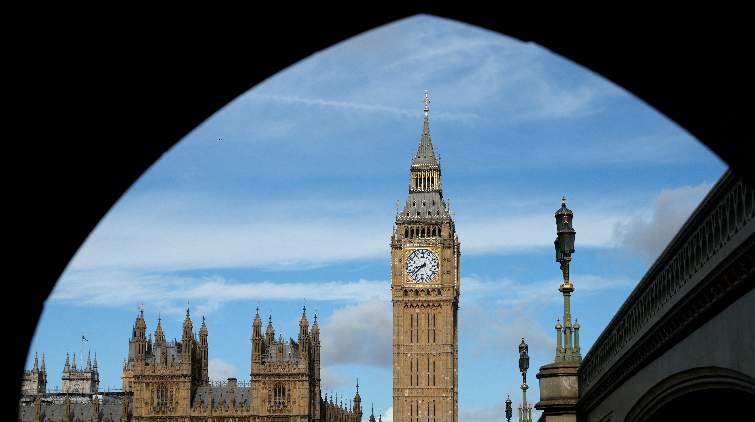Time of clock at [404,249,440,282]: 8:38
